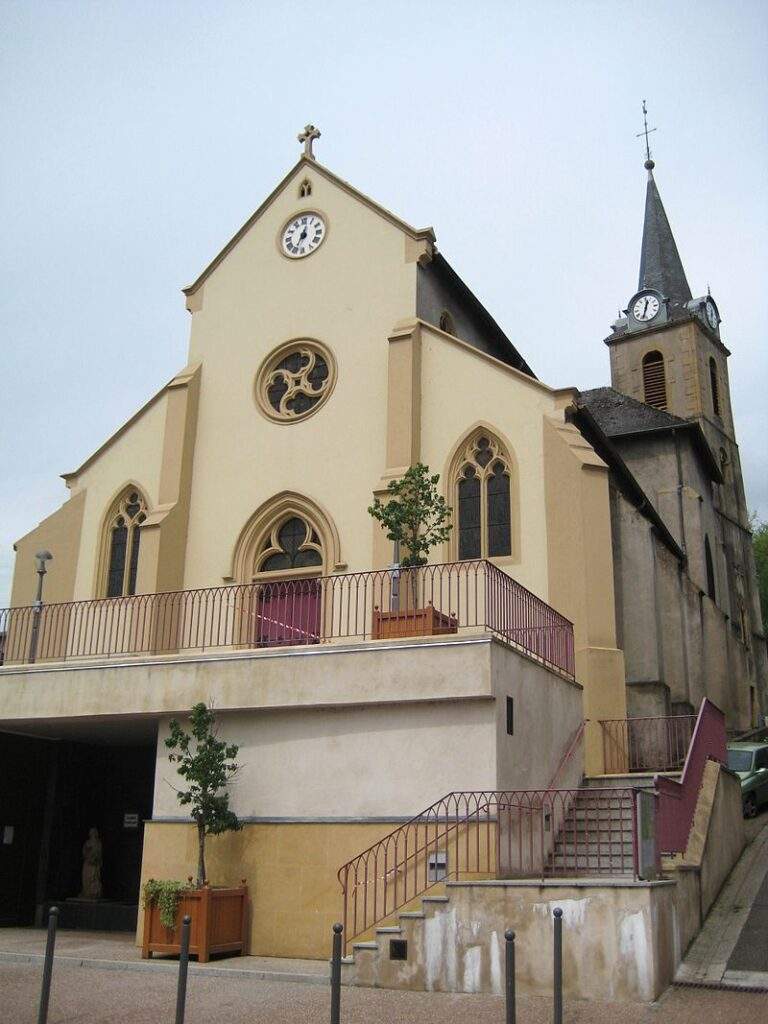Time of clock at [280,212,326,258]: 12:33
